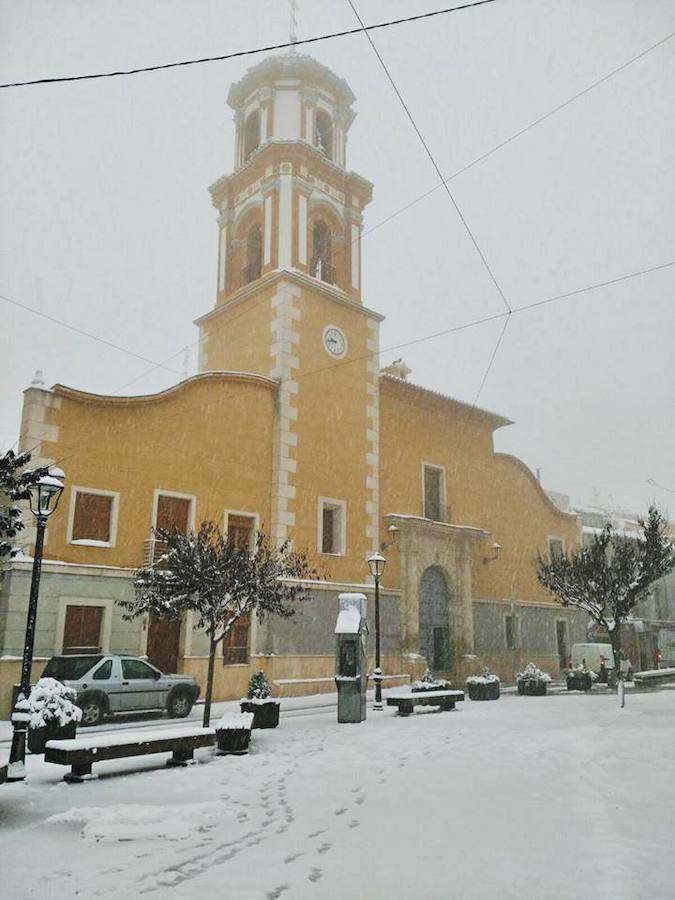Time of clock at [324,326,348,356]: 9:43
